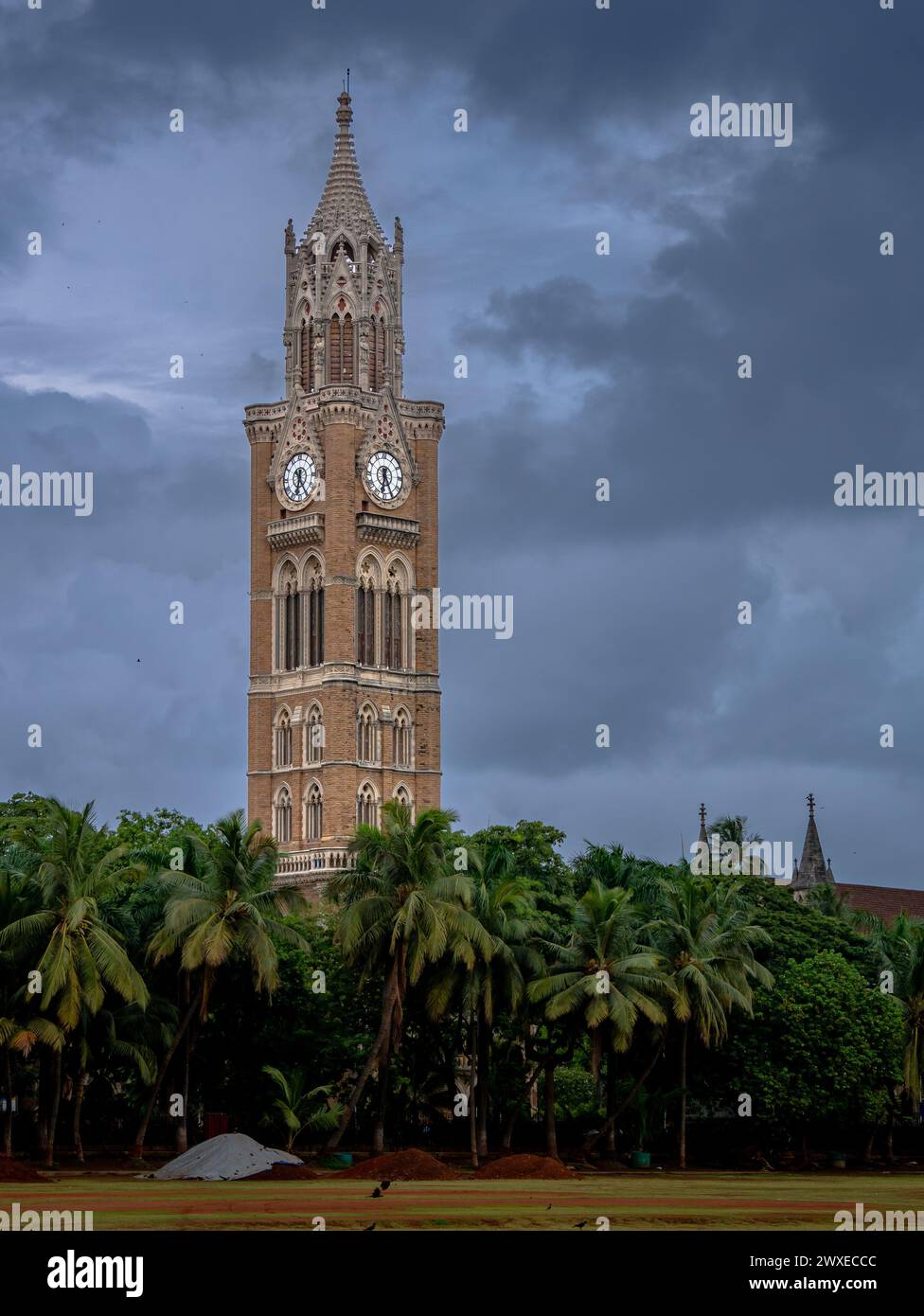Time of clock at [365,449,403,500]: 6:25
